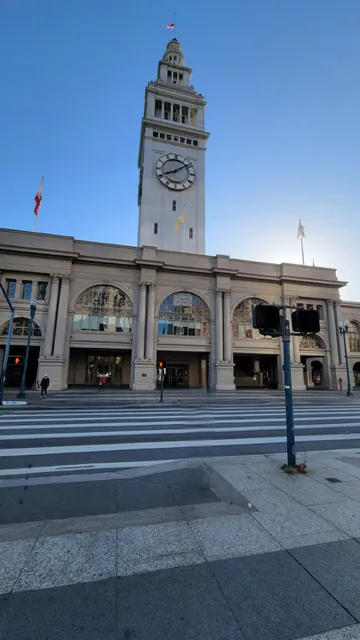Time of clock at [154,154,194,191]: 8:09
